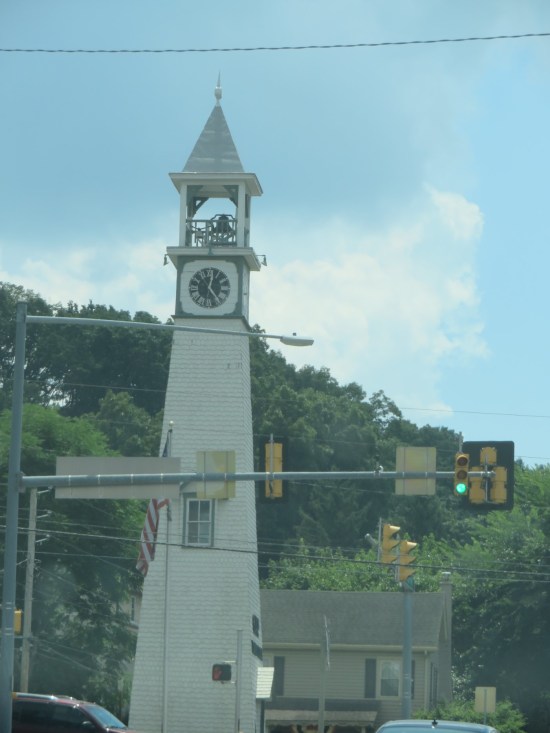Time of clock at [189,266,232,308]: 12:23
